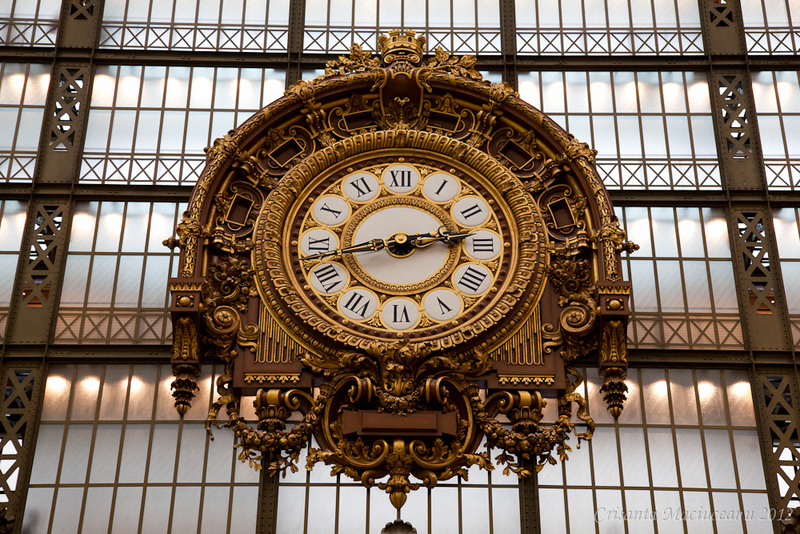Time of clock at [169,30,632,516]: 2:43
